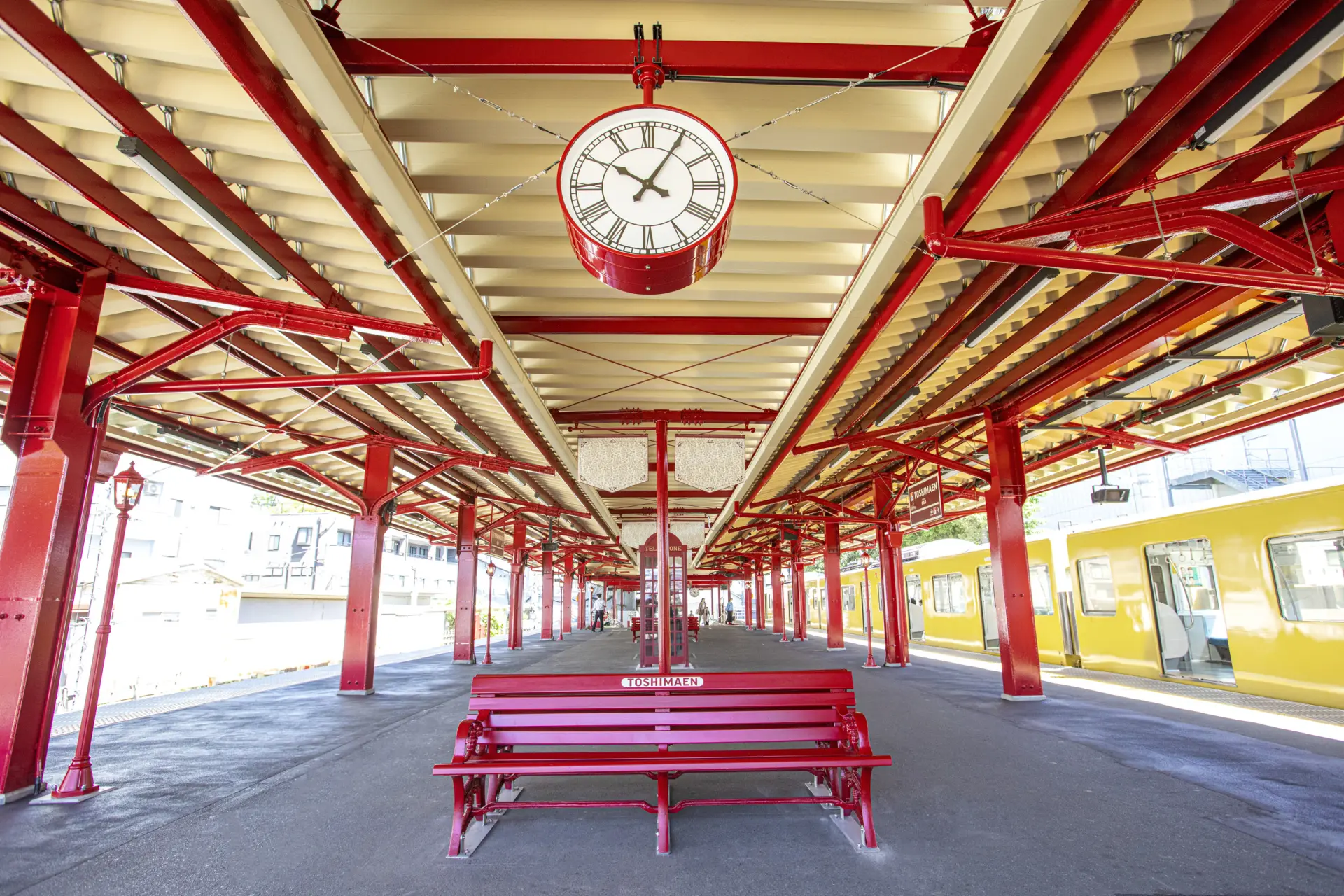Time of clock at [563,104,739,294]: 10:05
